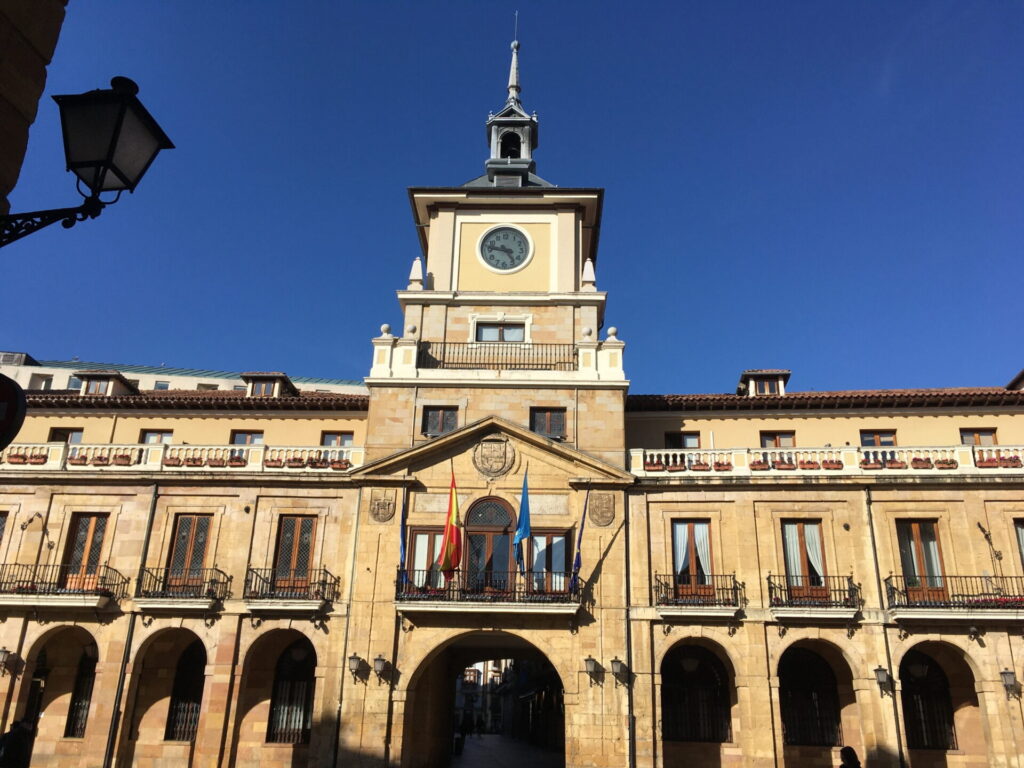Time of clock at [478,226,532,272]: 4:46
